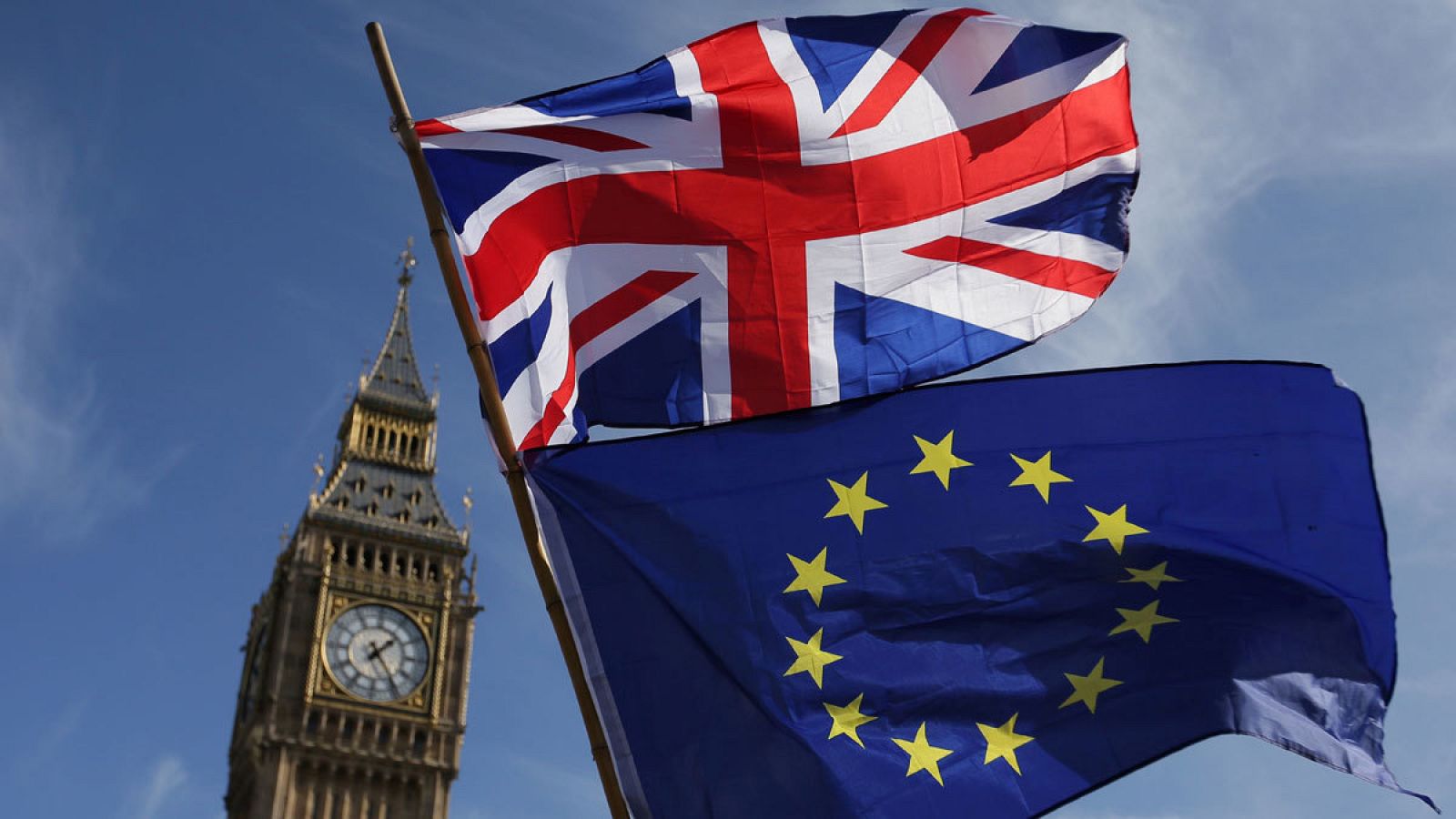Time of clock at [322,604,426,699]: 1:24
